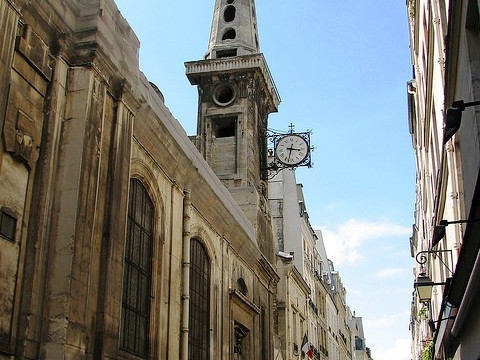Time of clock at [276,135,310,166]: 3:32
